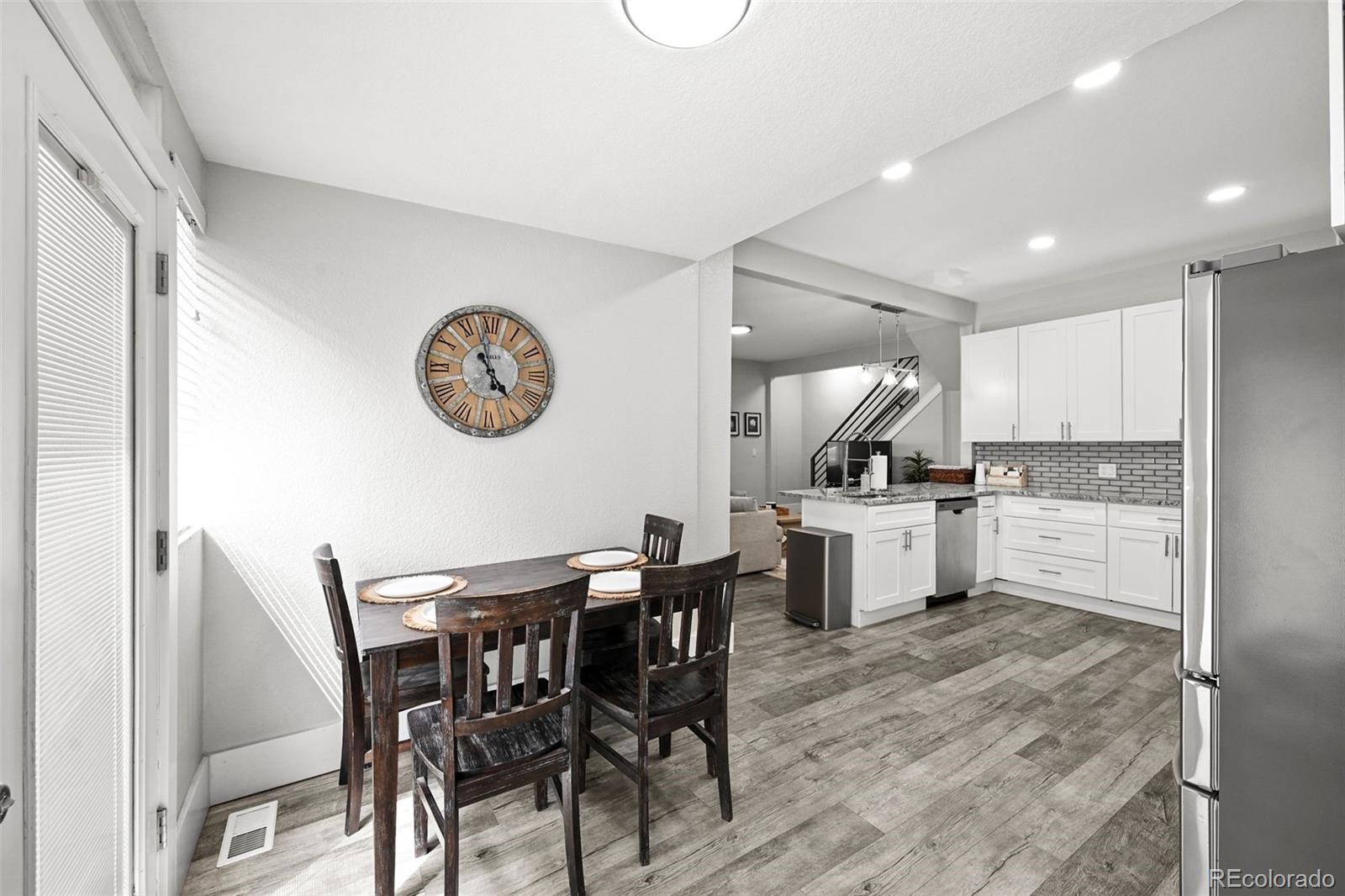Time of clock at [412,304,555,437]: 4:57
